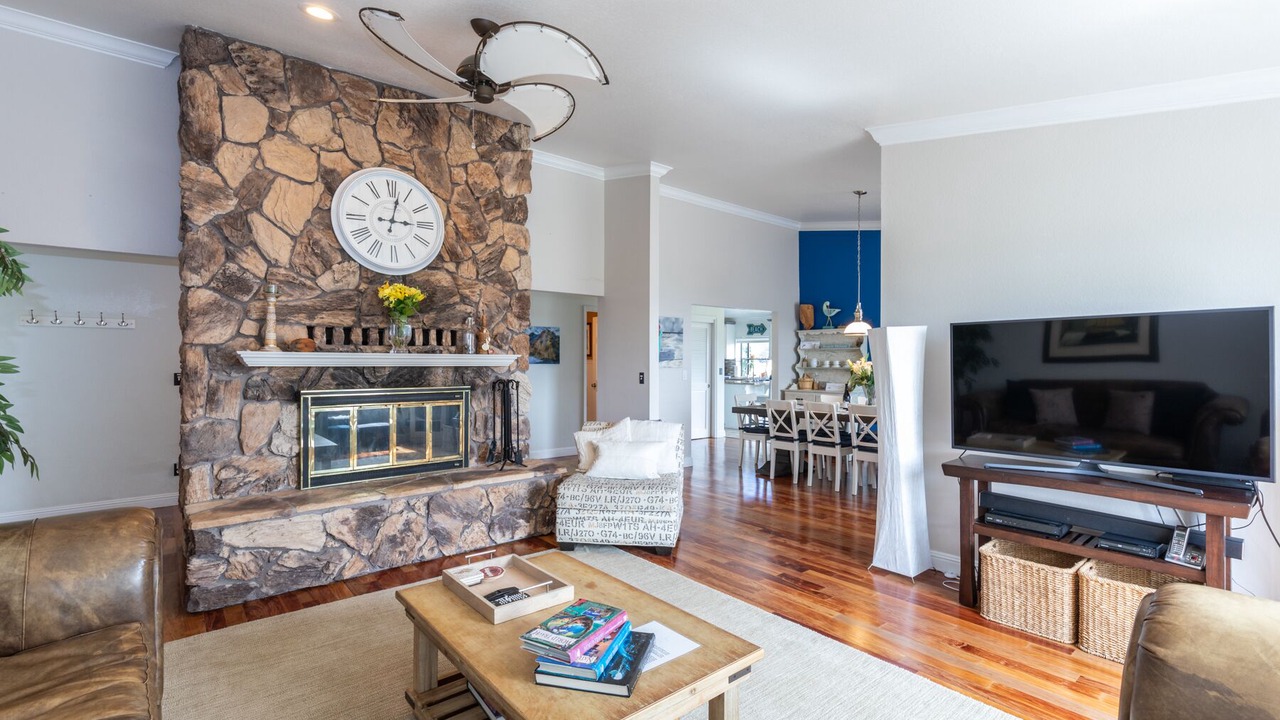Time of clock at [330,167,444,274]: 3:02
